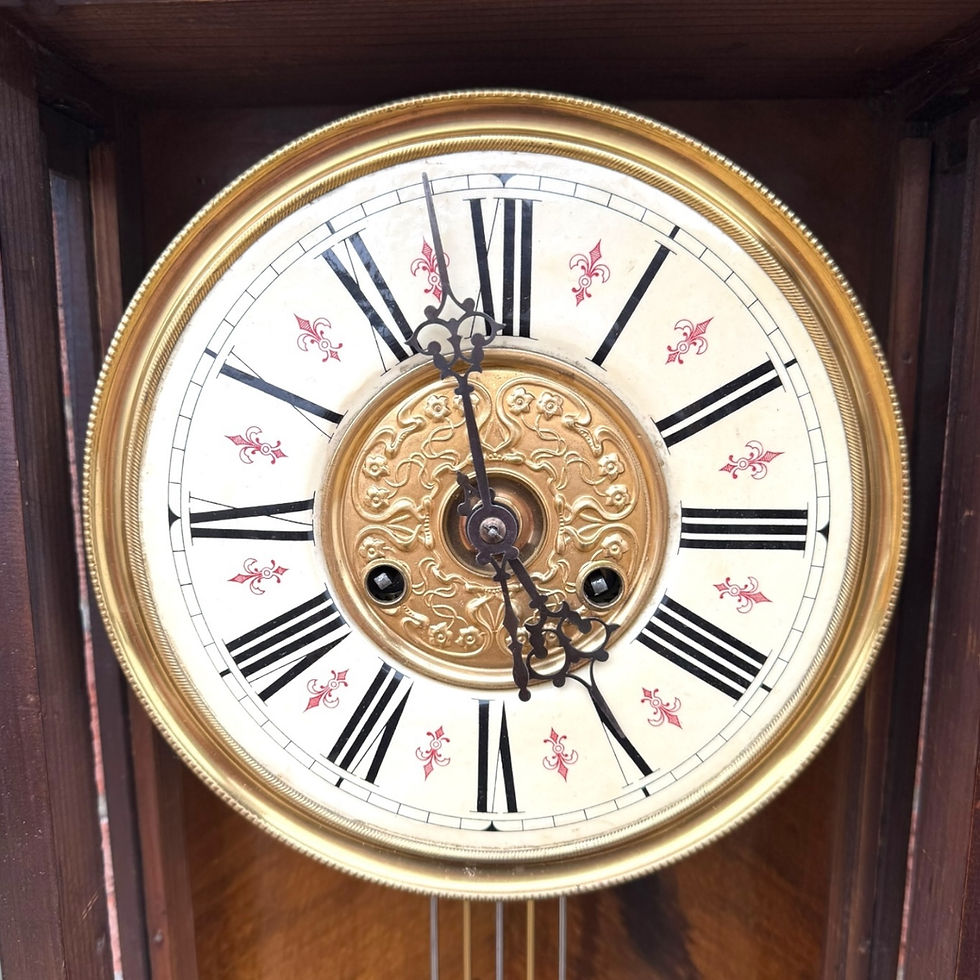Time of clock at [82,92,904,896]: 4:57
